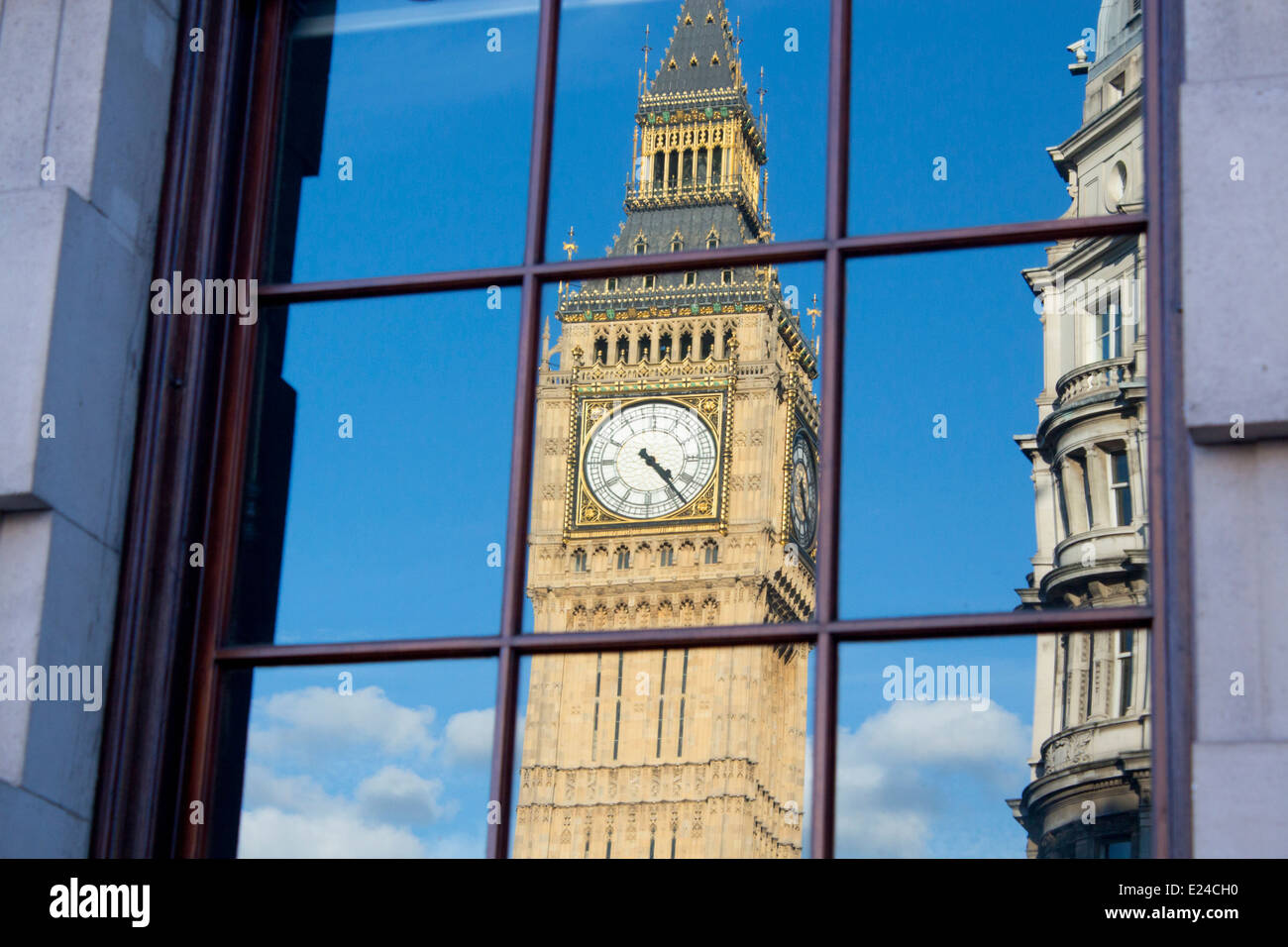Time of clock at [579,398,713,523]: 4:23
